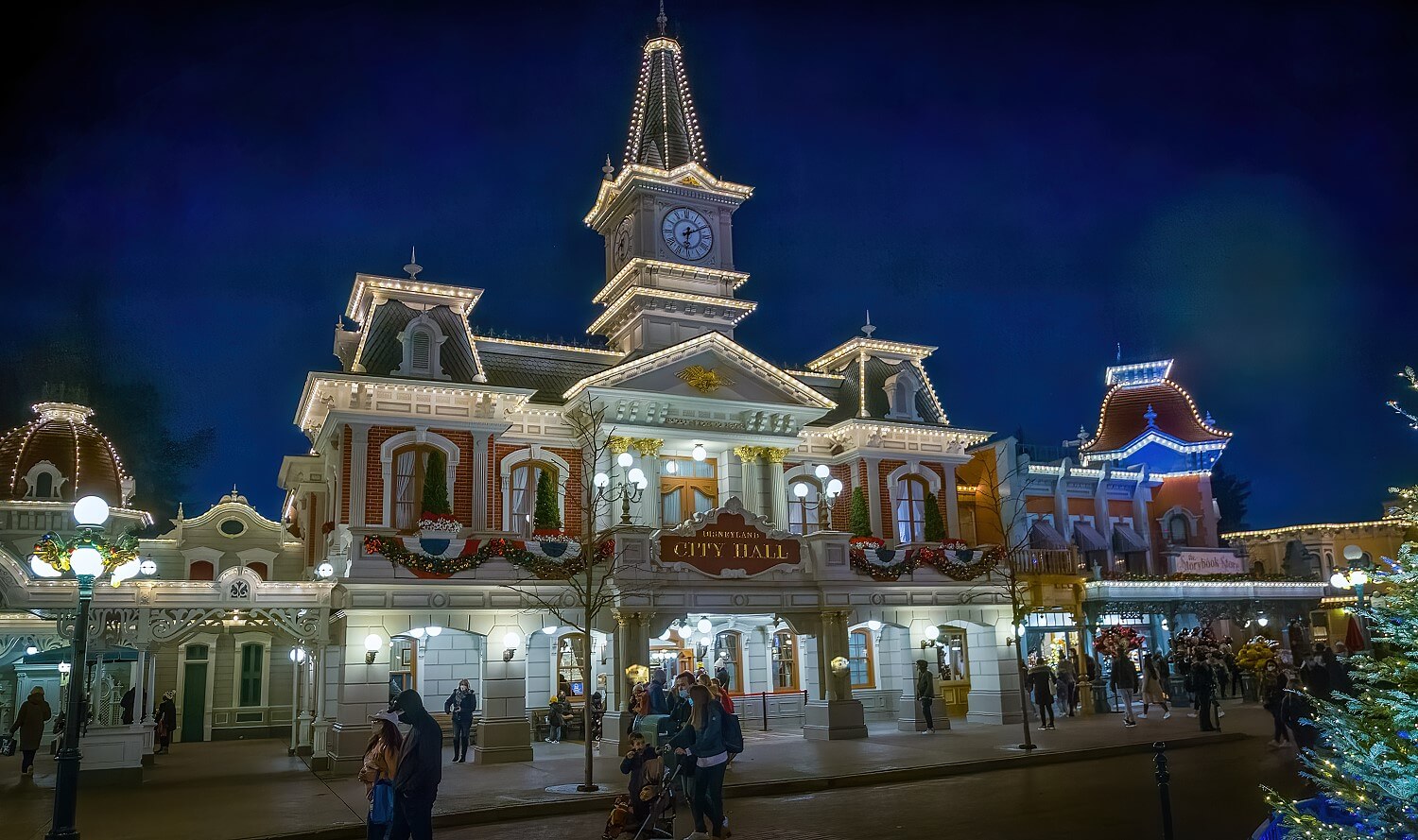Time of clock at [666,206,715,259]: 6:10
